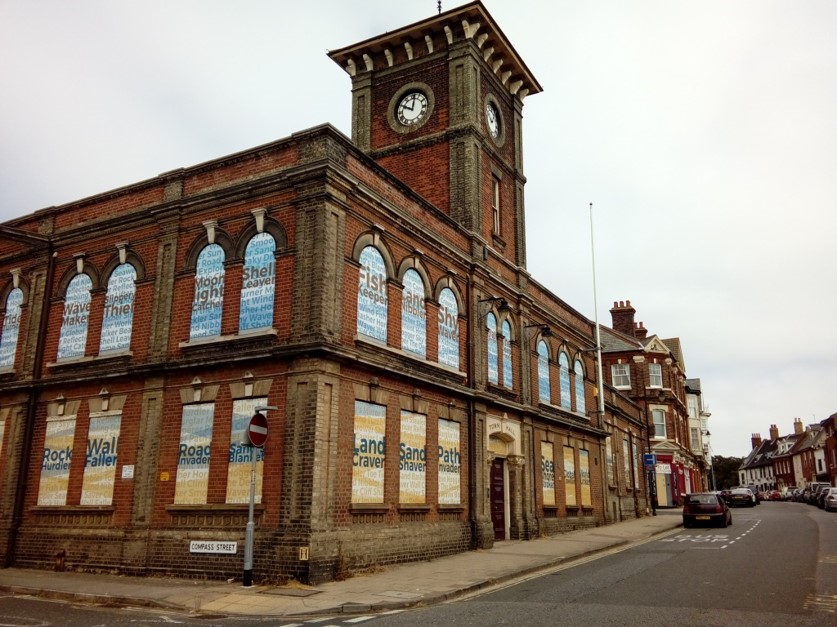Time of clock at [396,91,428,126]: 10:01
